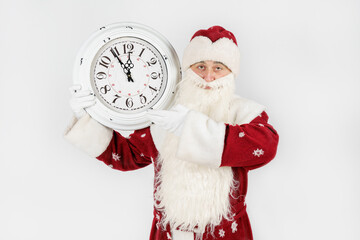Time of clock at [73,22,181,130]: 11:54
